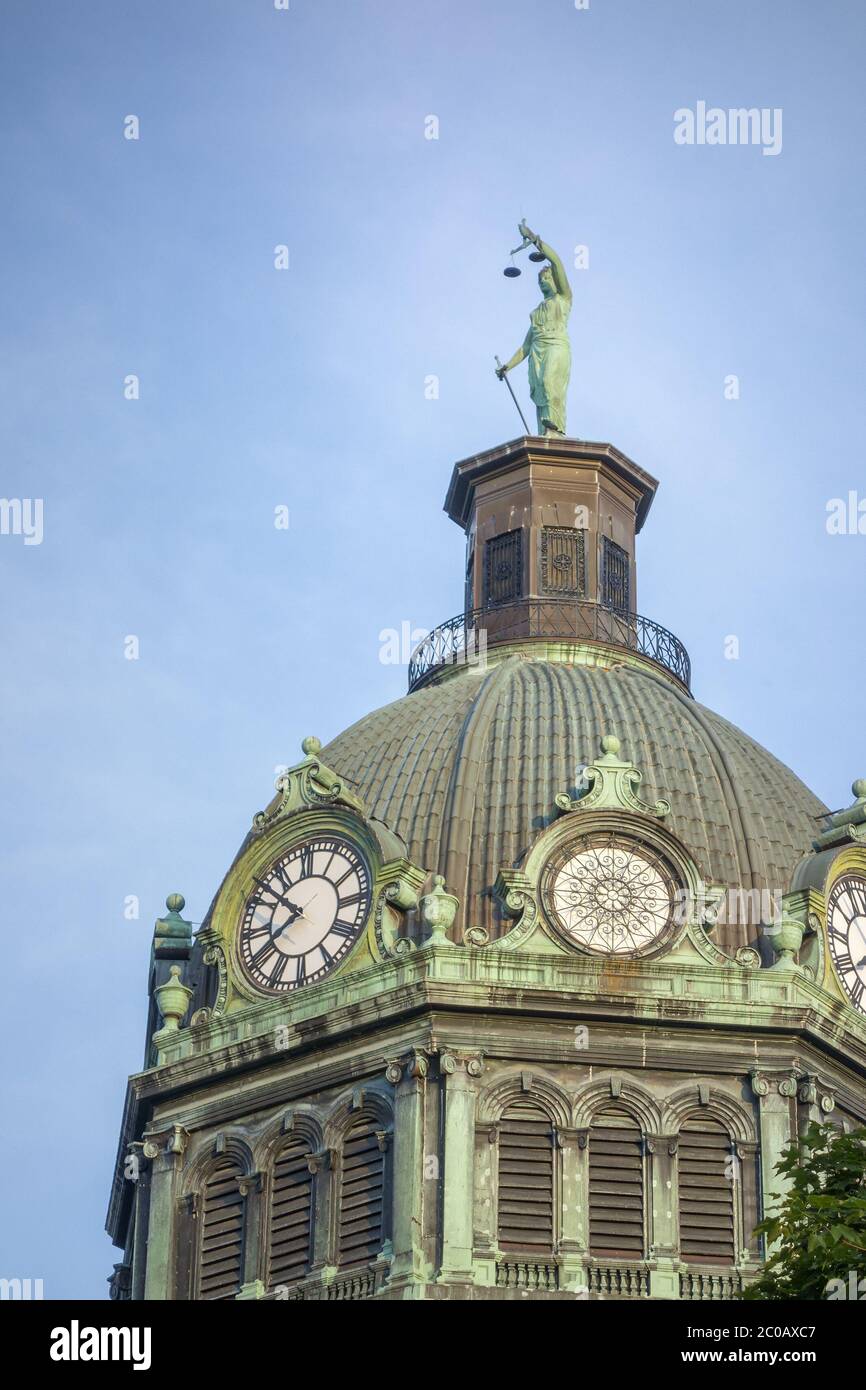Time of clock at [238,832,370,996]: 7:51
